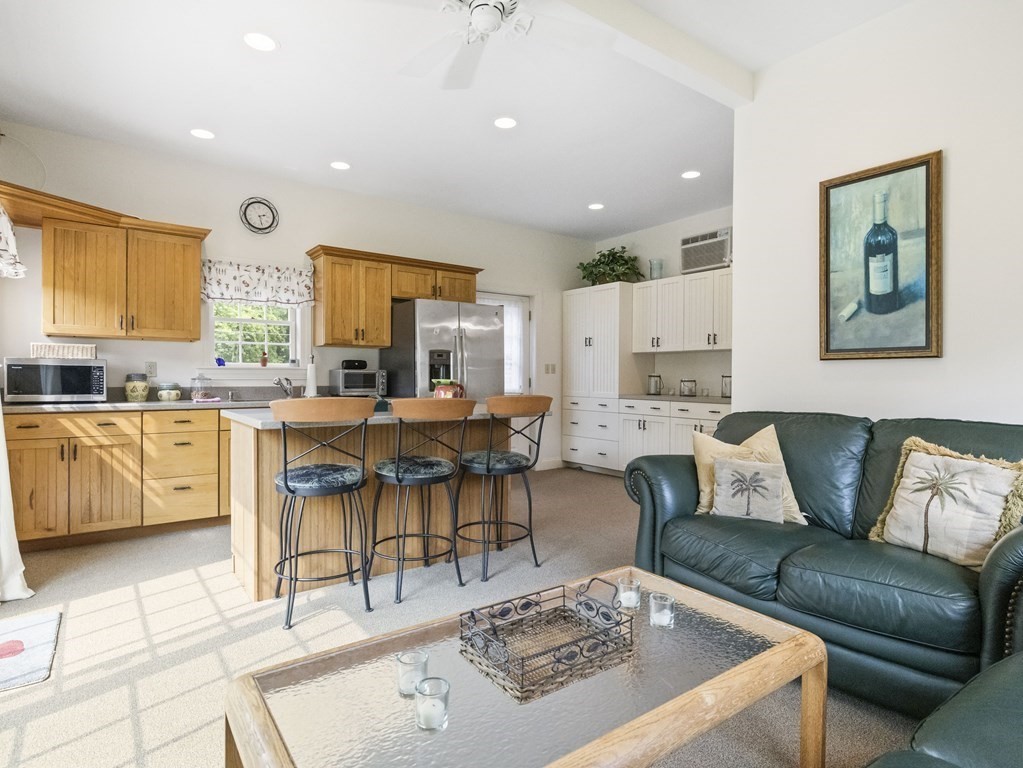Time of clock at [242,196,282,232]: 2:27
